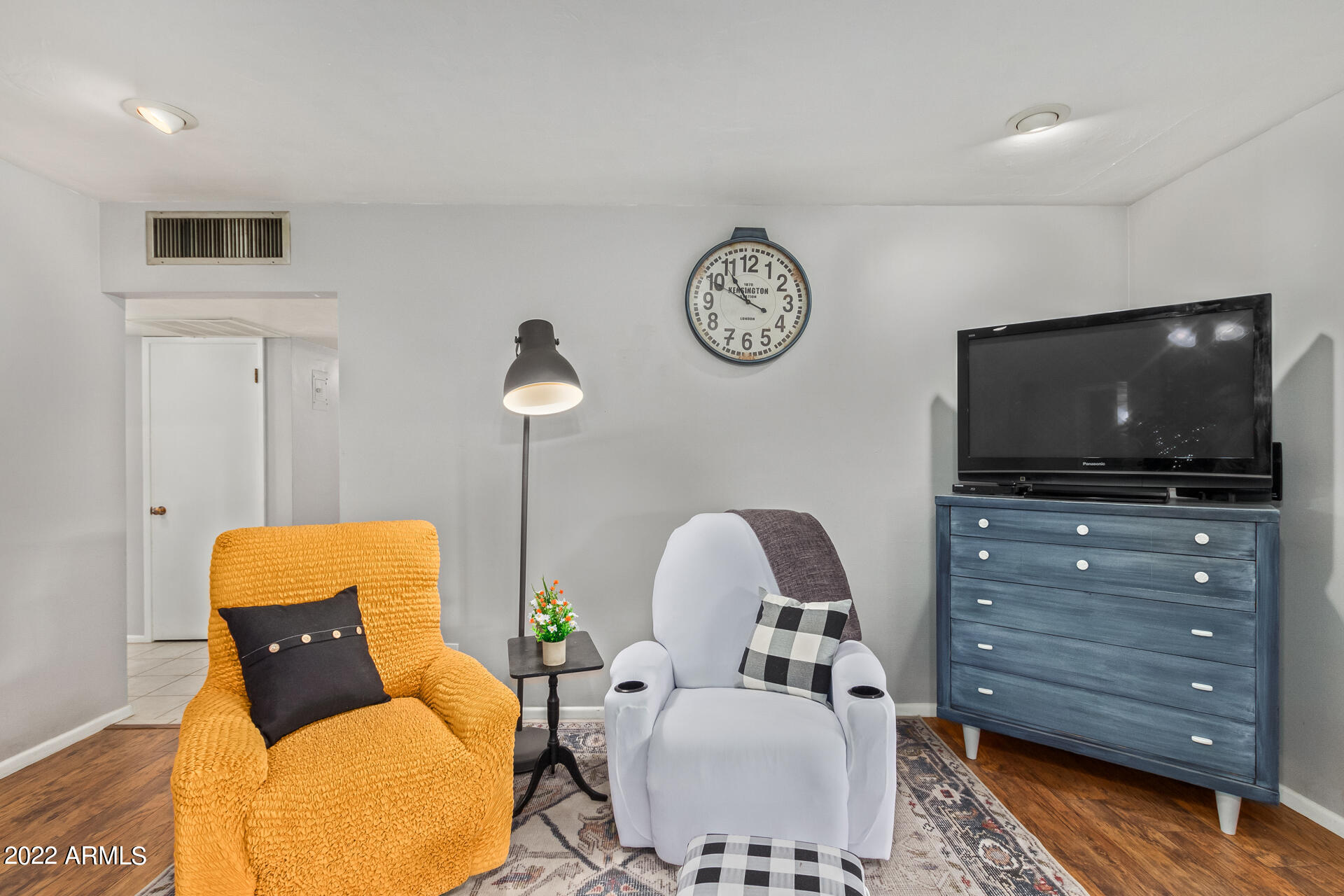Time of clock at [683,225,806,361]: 10:49
